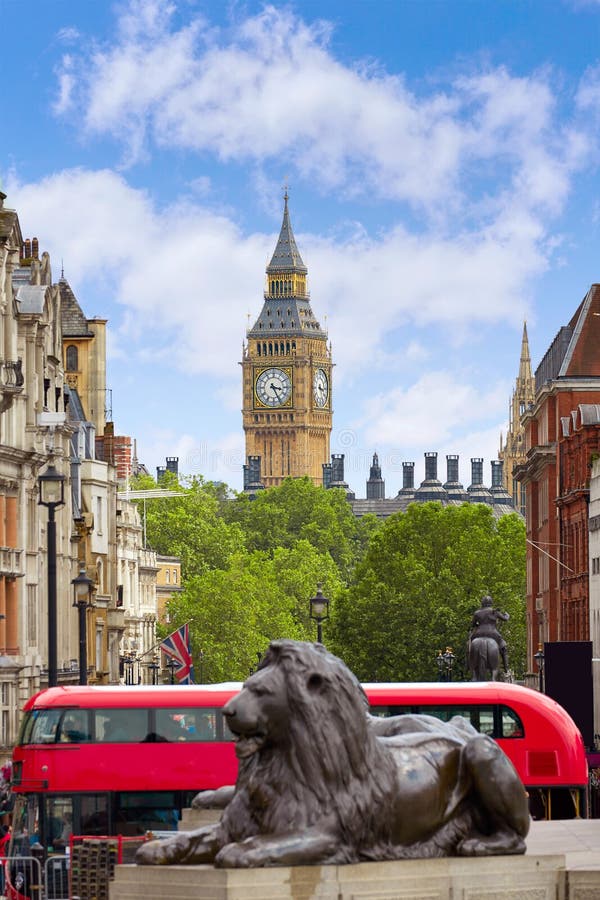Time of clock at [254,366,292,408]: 3:25
